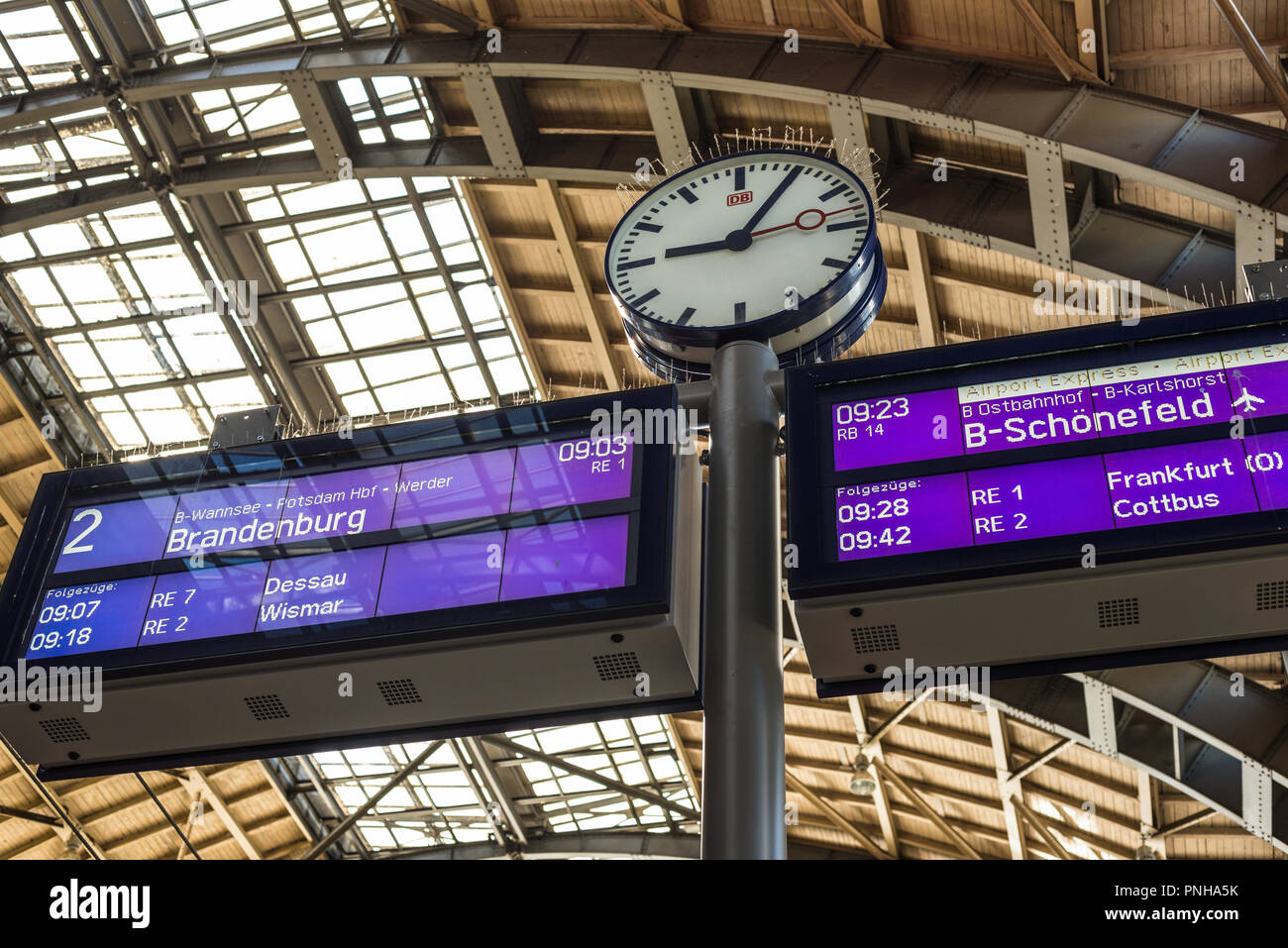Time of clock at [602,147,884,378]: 9:05
